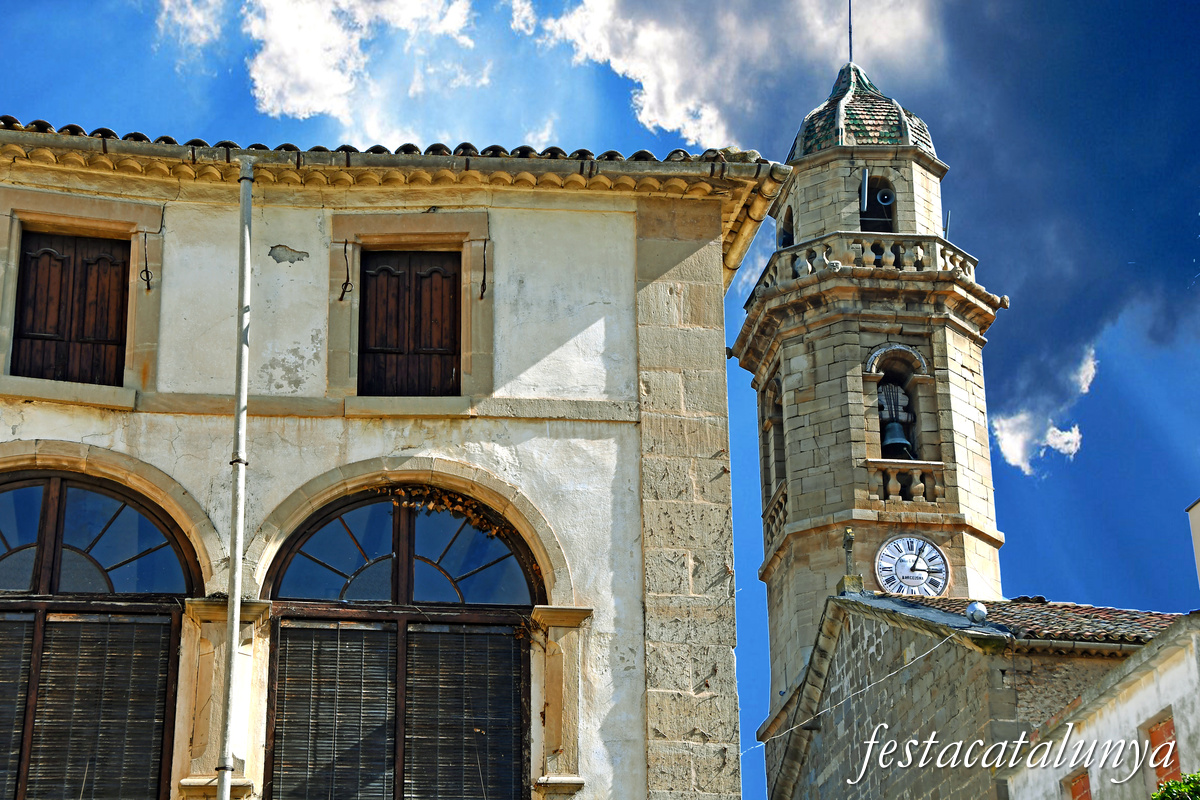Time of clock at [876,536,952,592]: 3:04
